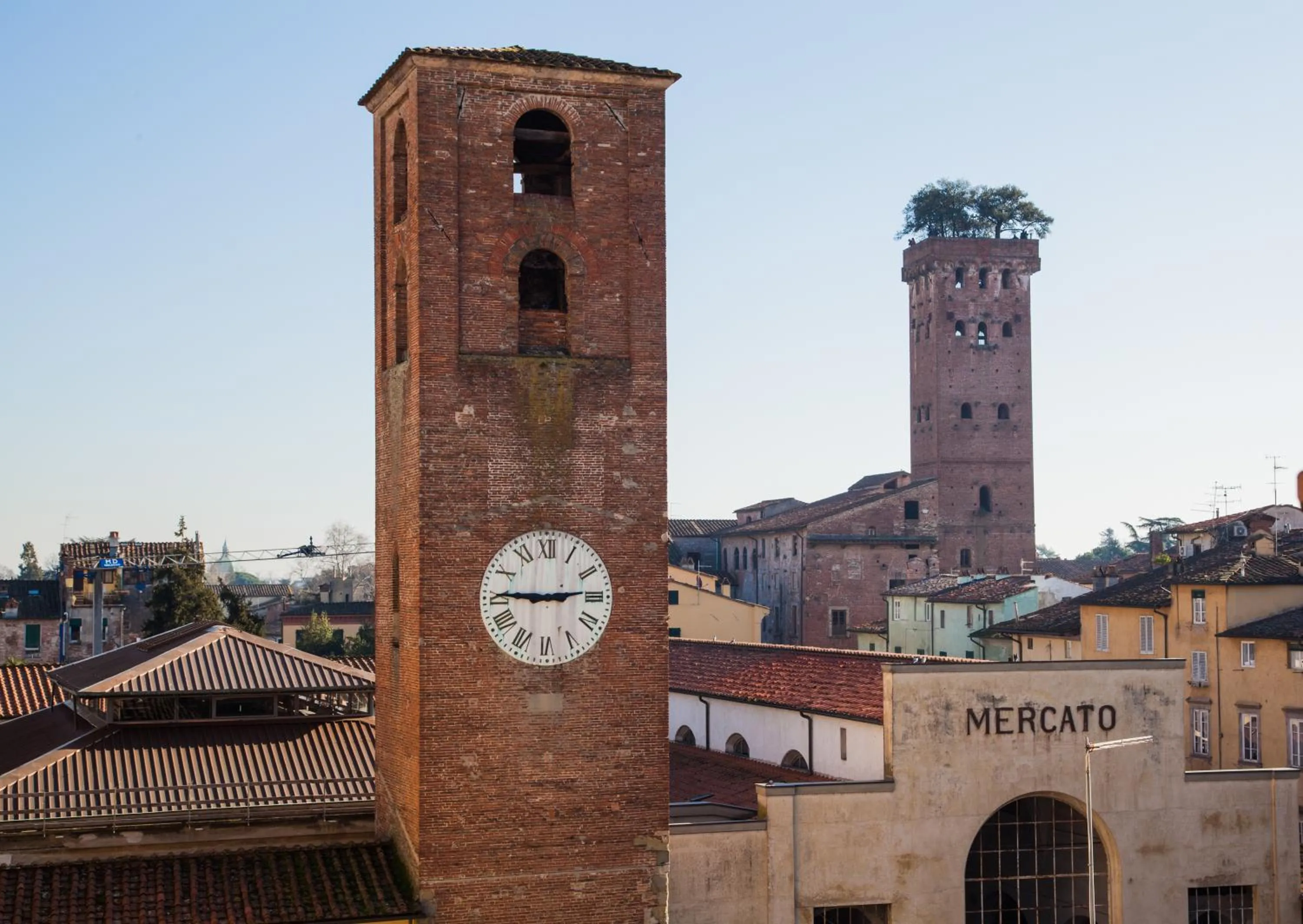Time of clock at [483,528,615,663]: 2:45
